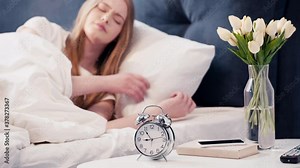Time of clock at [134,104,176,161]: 8:54
